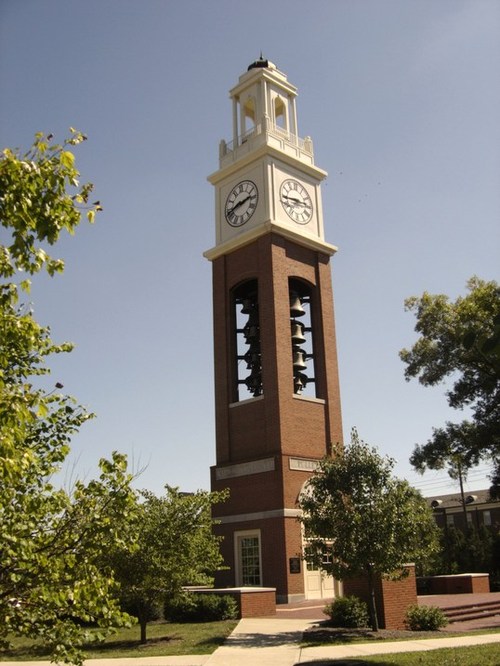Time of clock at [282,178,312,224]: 2:44
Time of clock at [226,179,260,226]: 2:42
